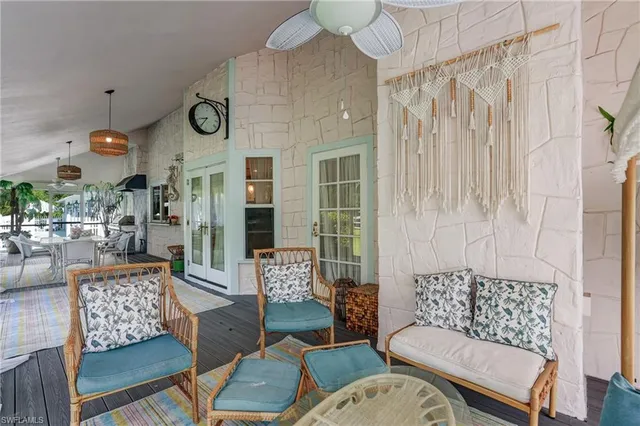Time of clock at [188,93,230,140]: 8:36
